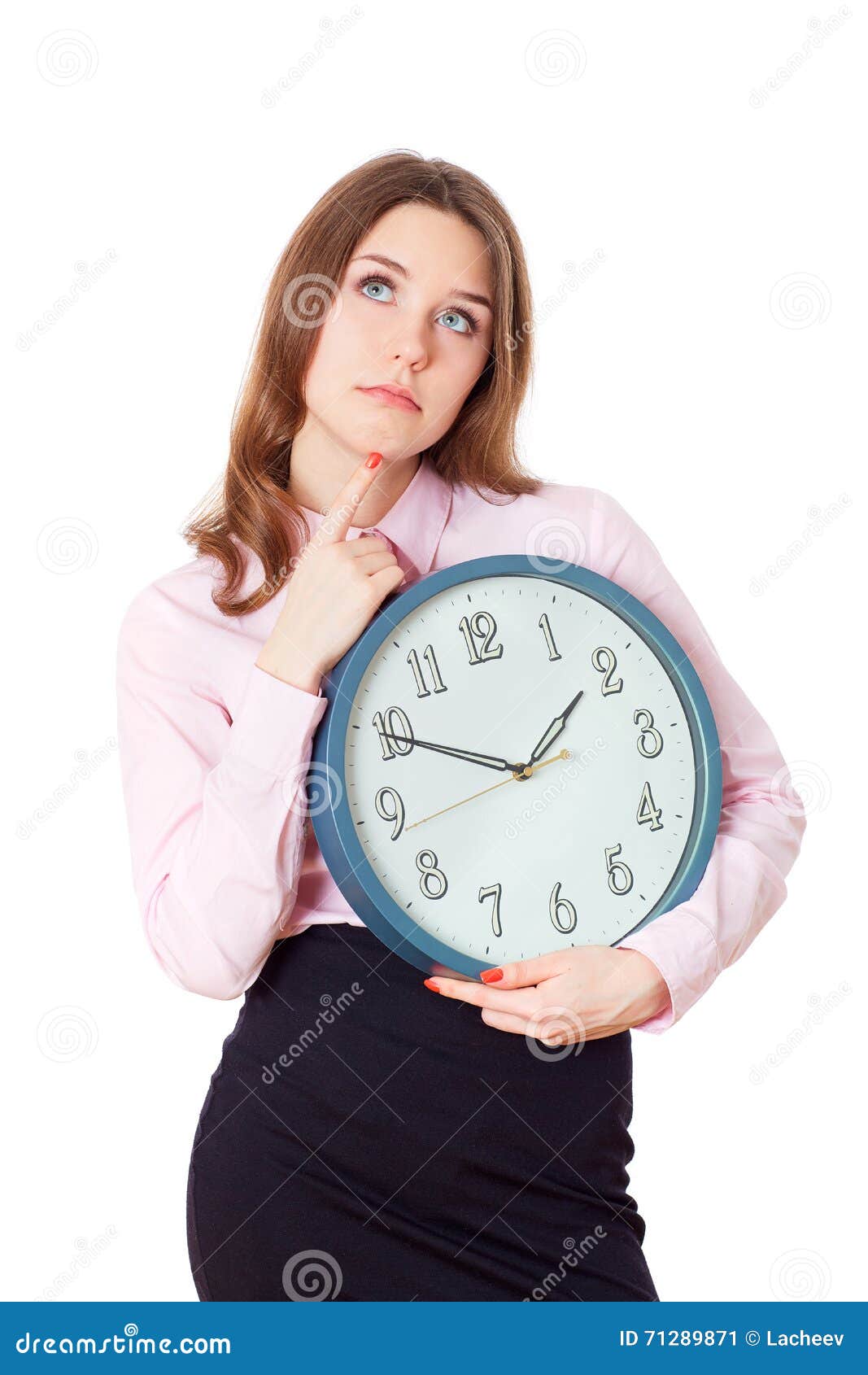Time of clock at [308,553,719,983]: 1:49
